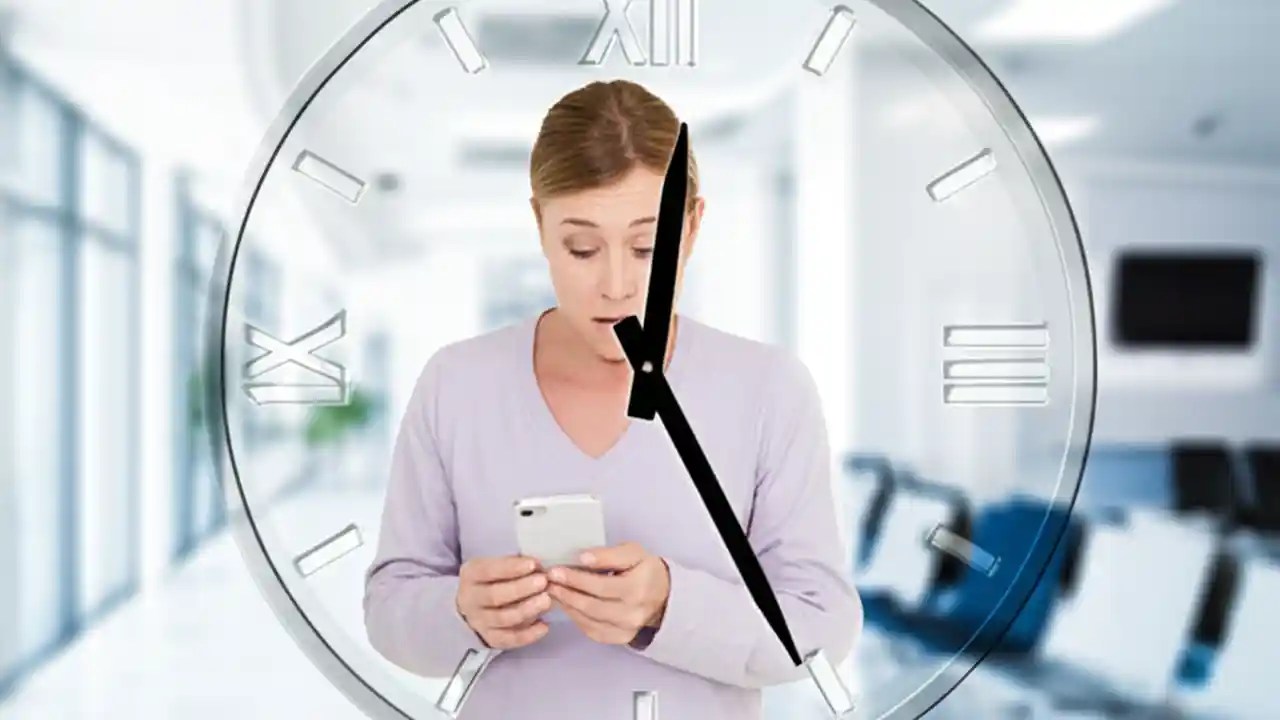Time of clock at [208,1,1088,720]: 12:24
